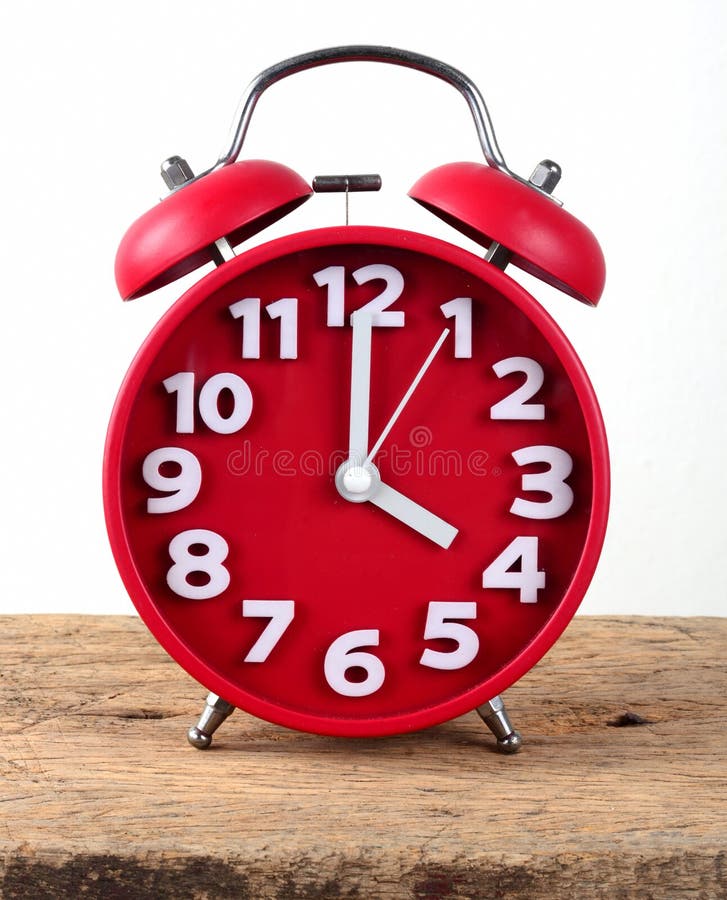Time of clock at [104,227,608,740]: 4:00
